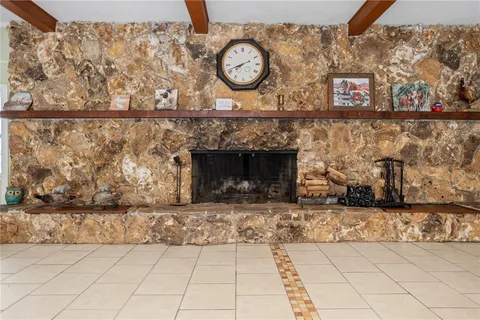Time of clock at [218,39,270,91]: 7:41
